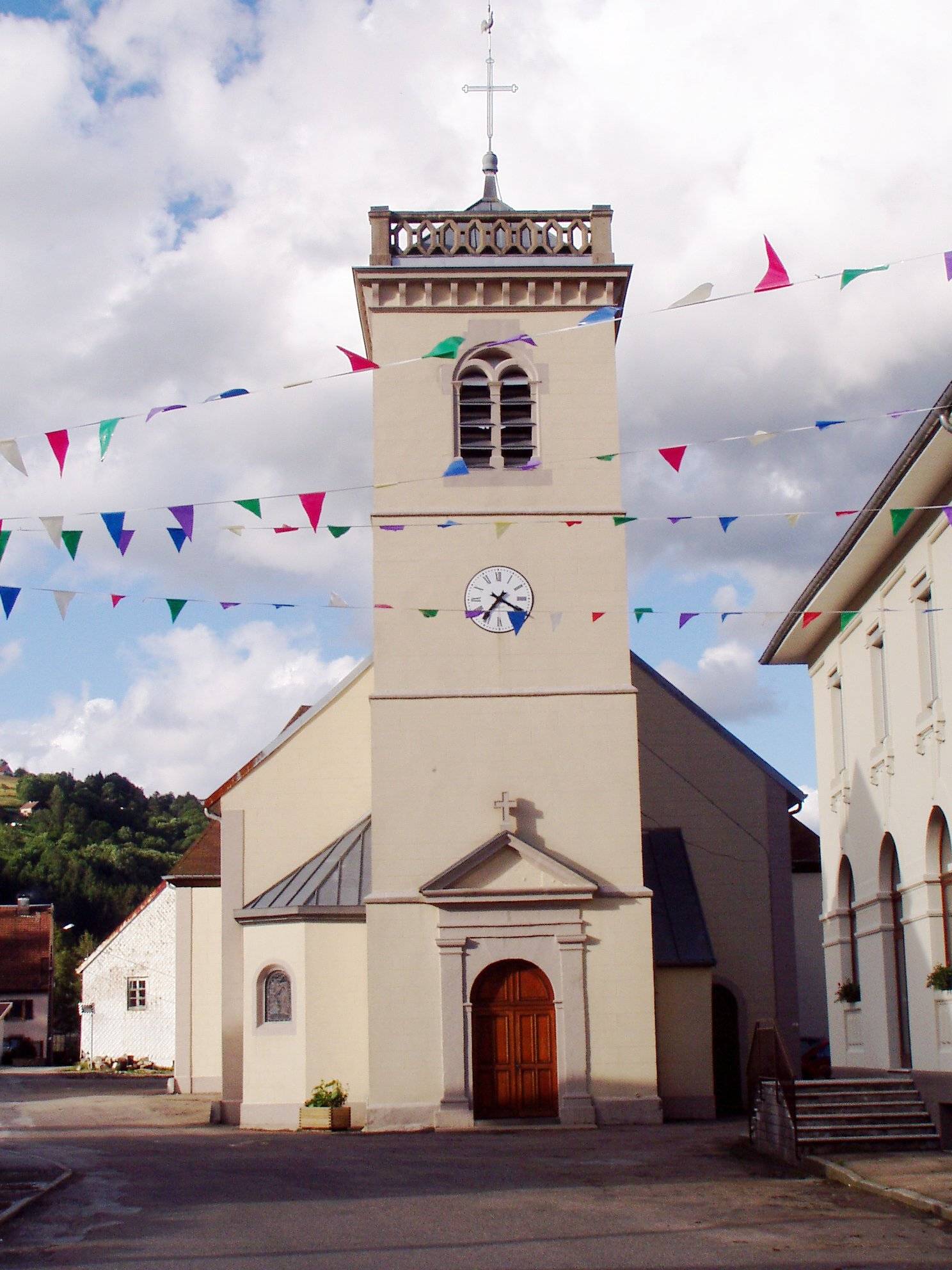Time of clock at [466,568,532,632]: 7:19
